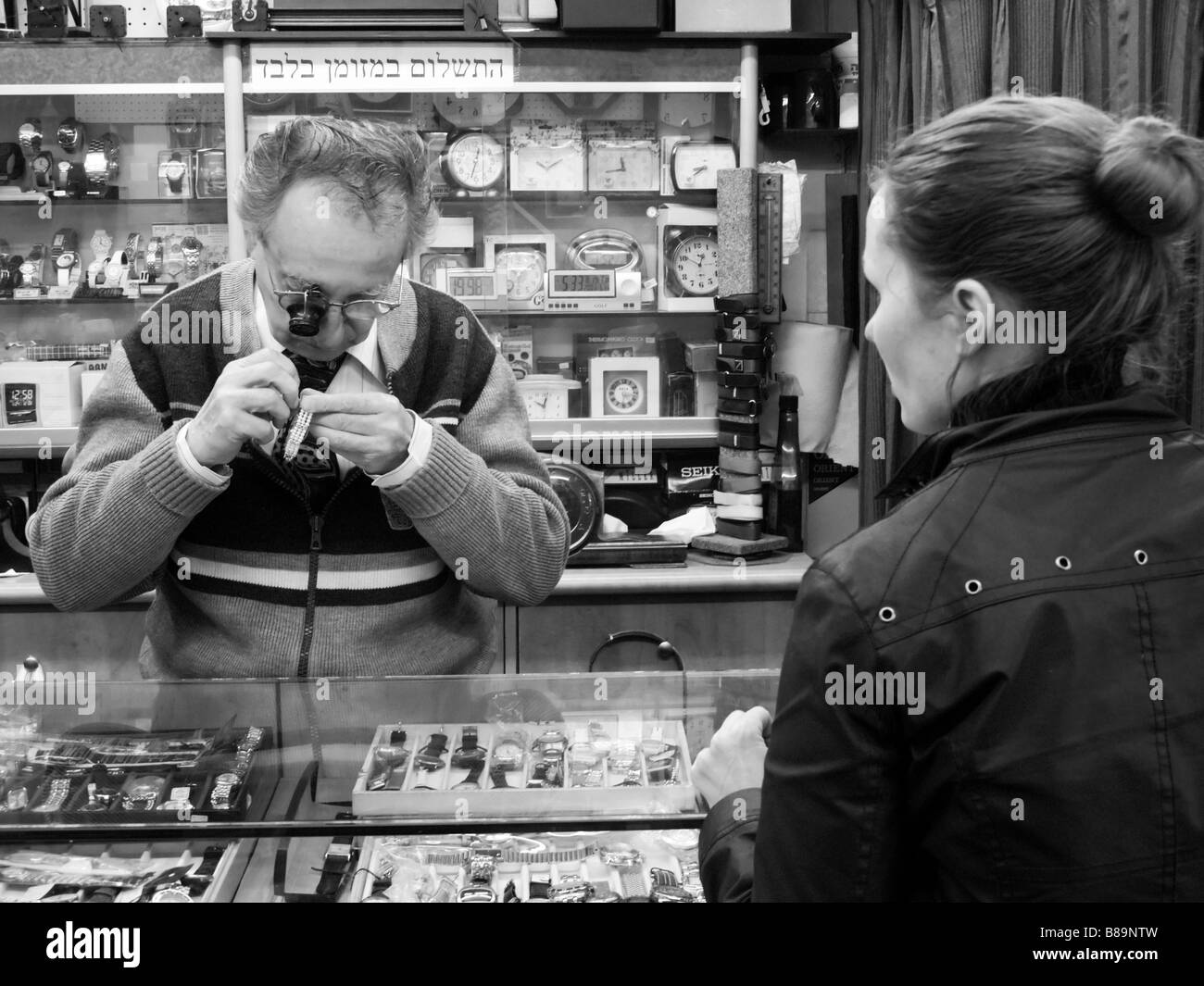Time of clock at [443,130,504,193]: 12:32
